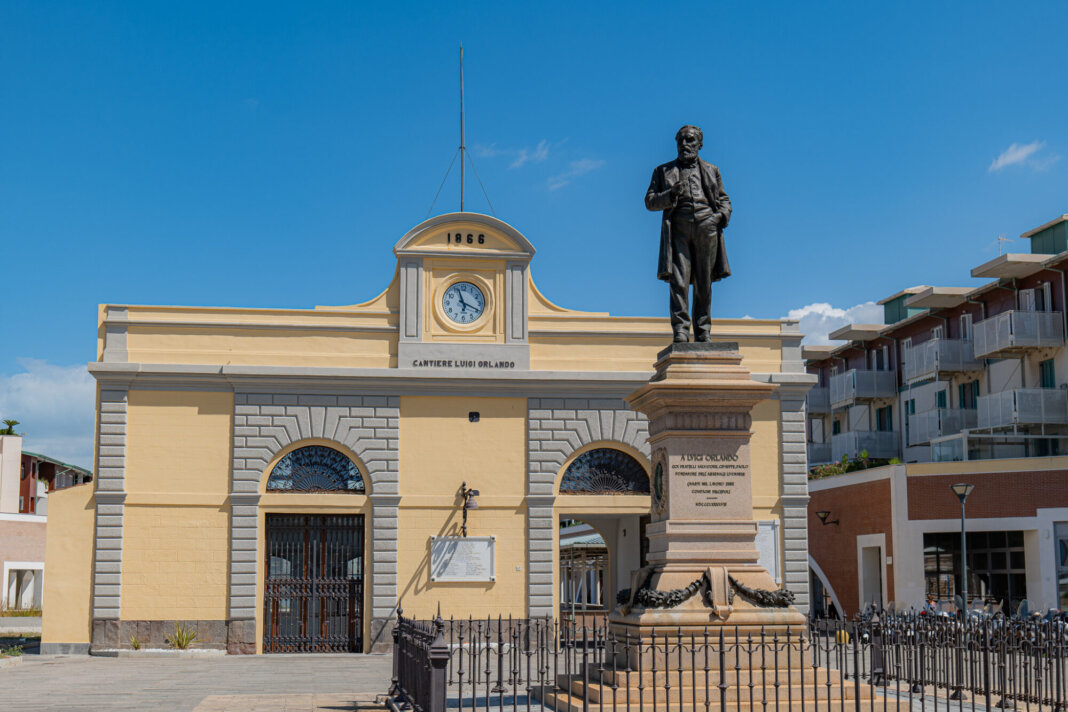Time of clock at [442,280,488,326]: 11:19
